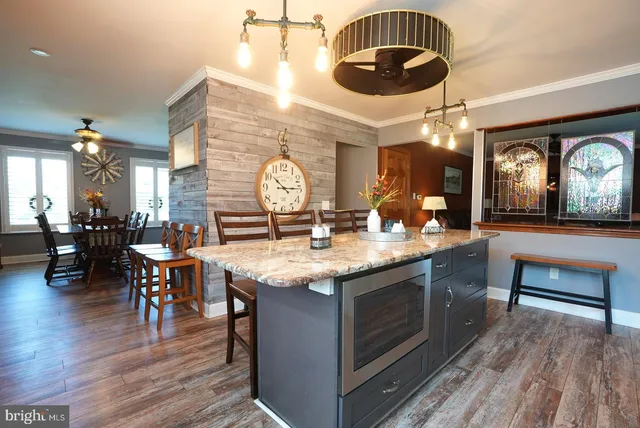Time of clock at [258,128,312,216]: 10:14
